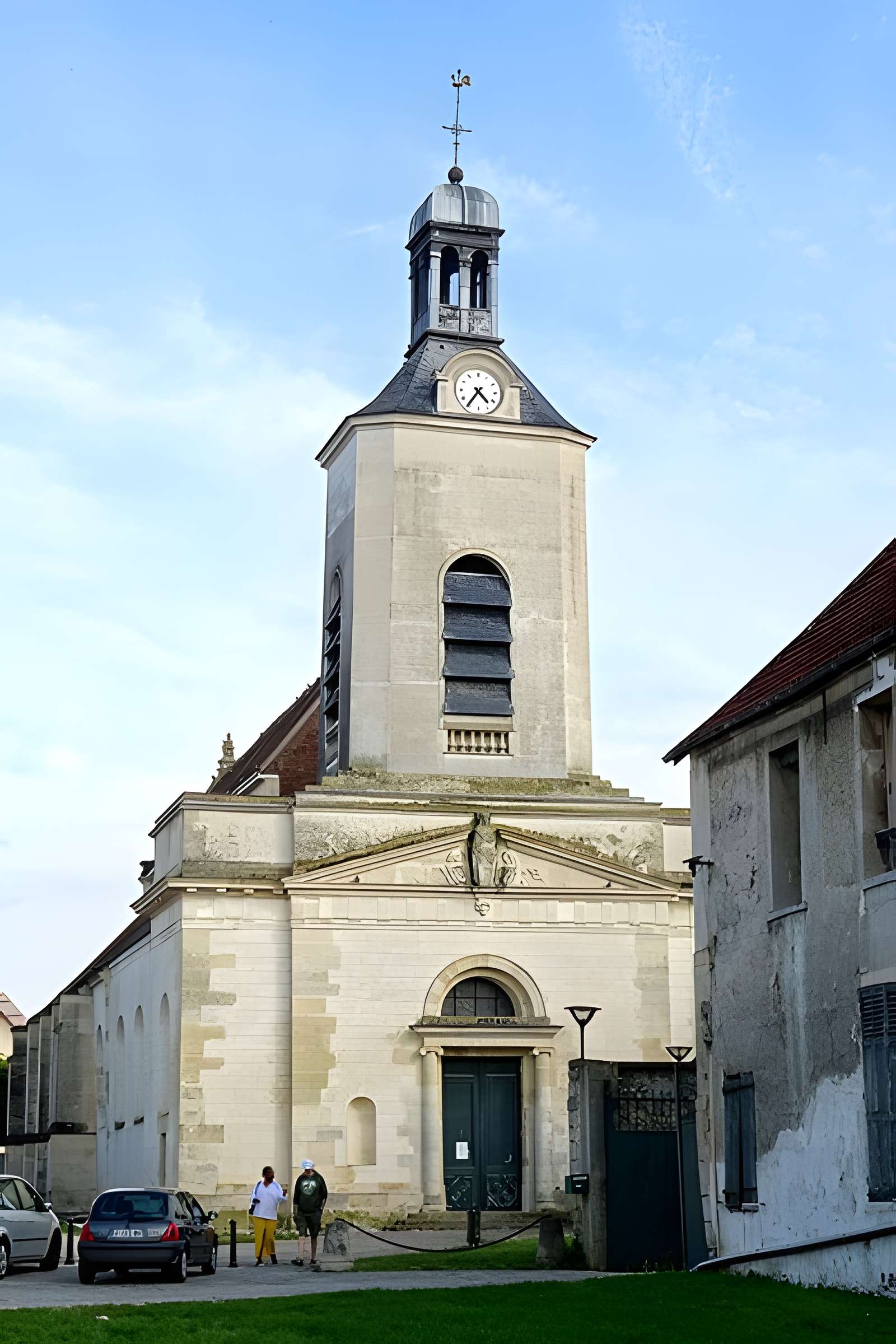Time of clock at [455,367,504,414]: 4:35
